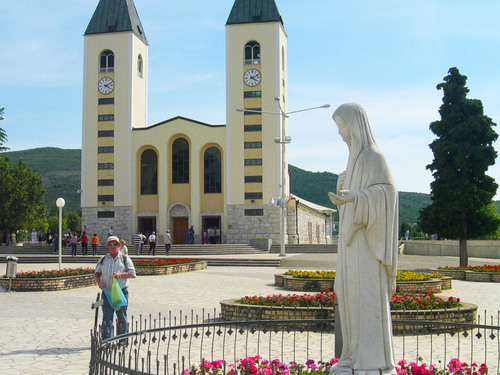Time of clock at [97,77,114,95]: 4:10
